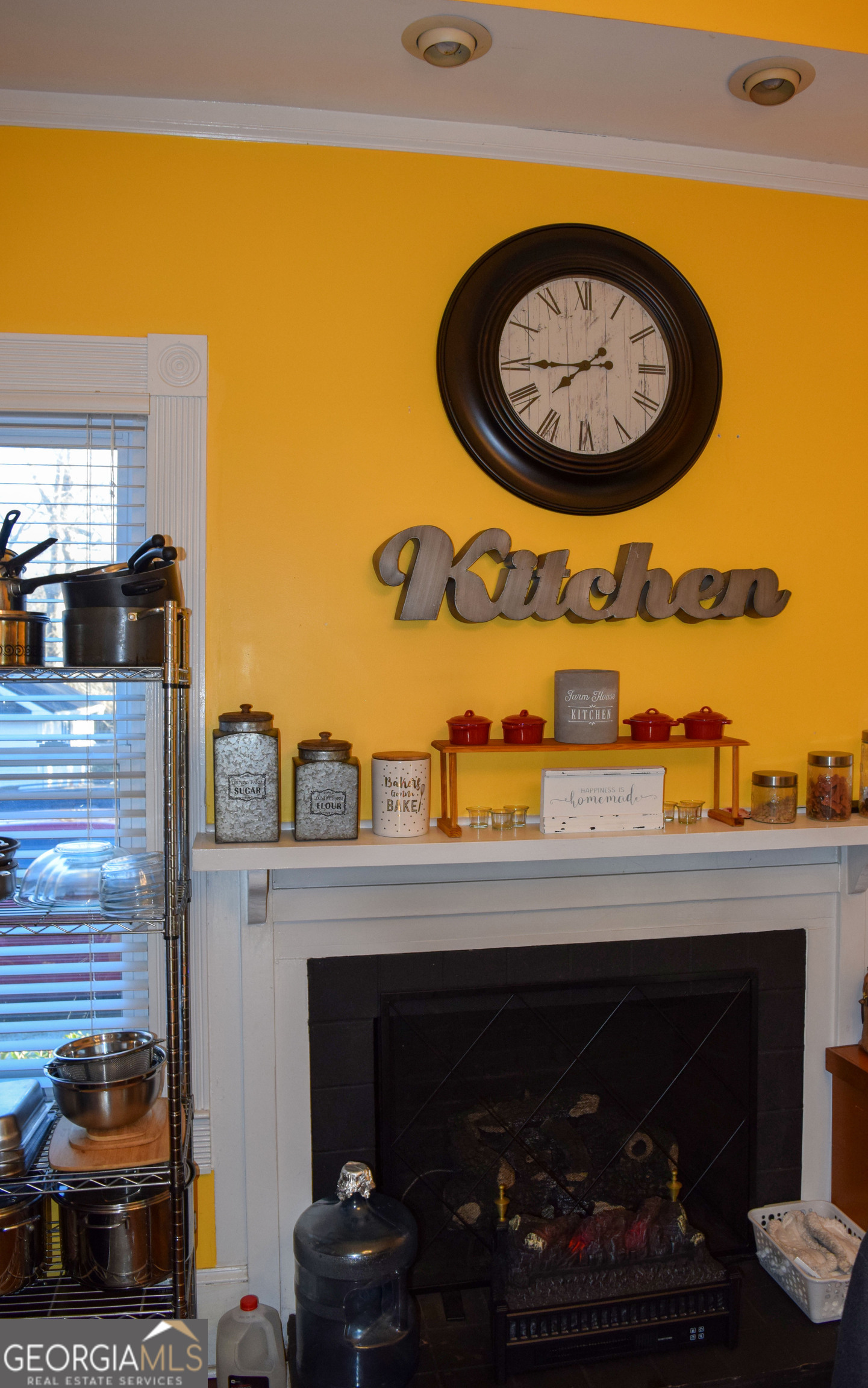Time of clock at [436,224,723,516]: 7:44
